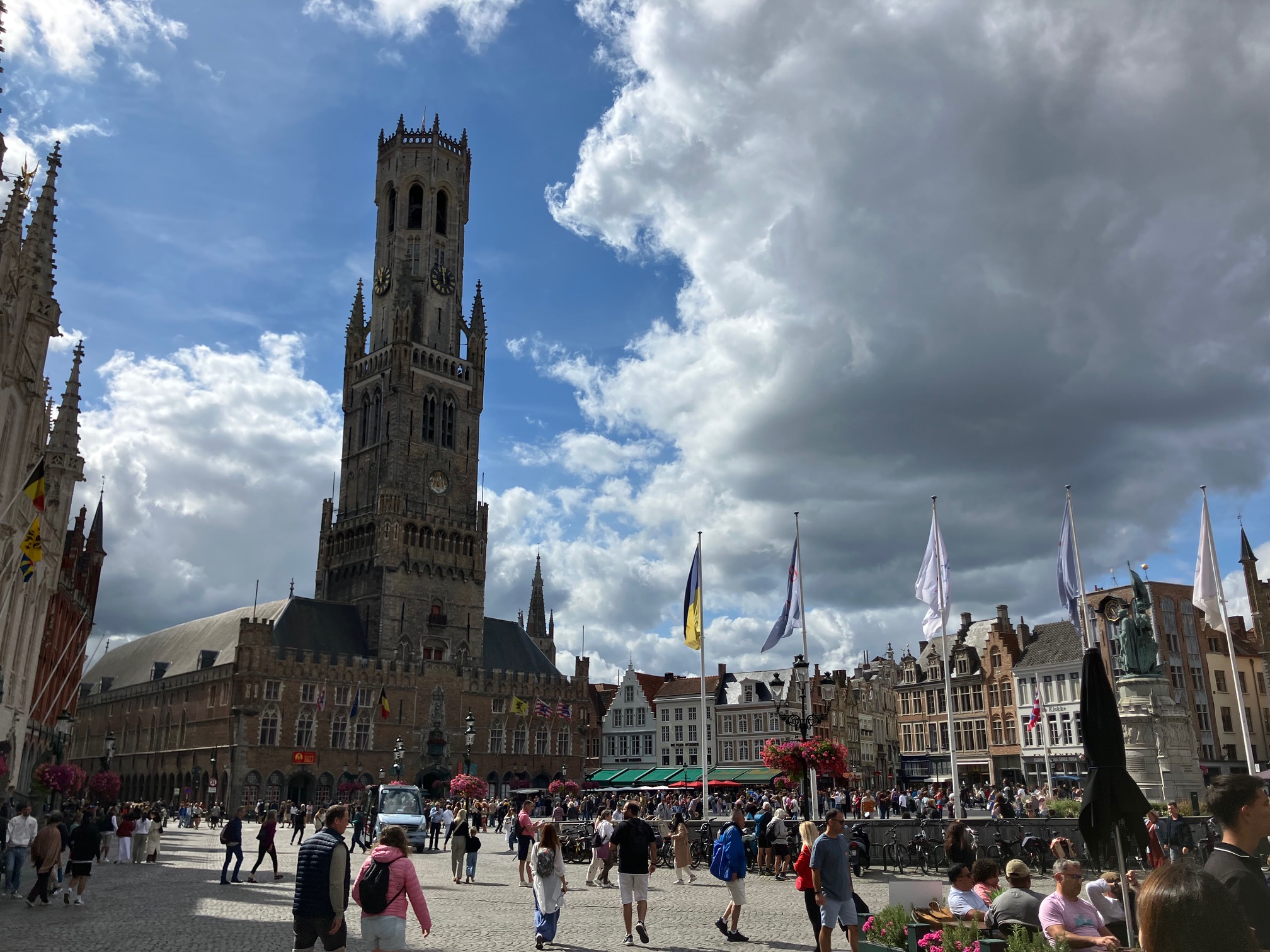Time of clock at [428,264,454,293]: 11:59
